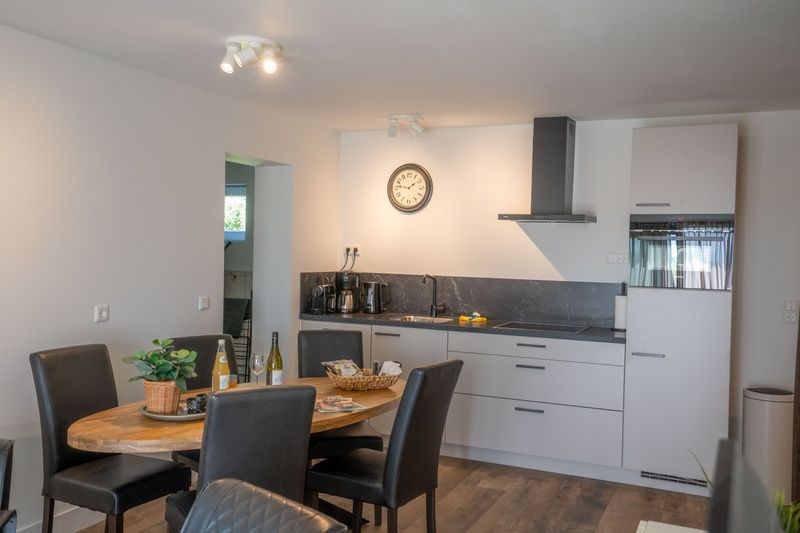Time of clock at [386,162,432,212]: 1:46
